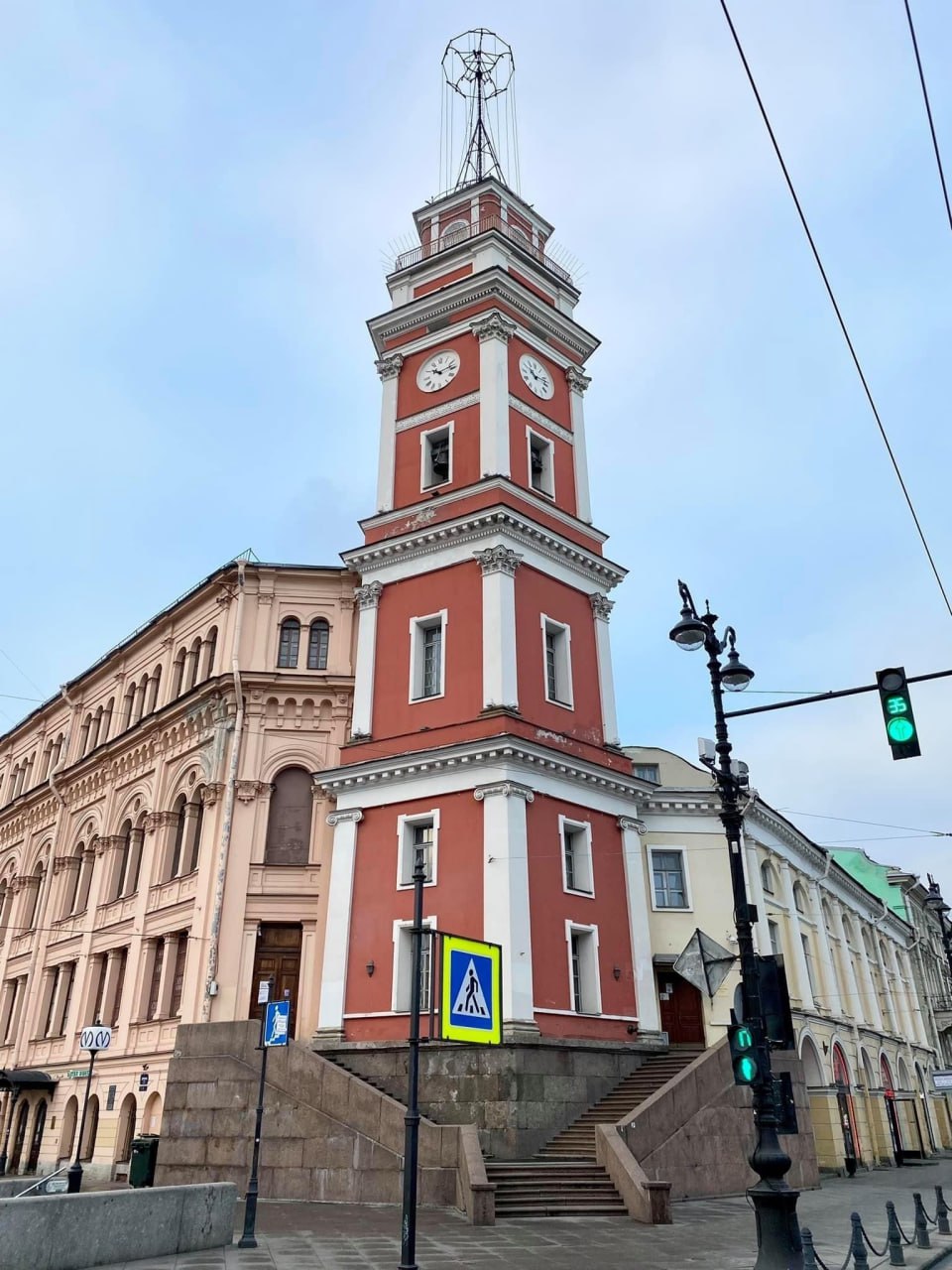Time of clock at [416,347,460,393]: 10:13
